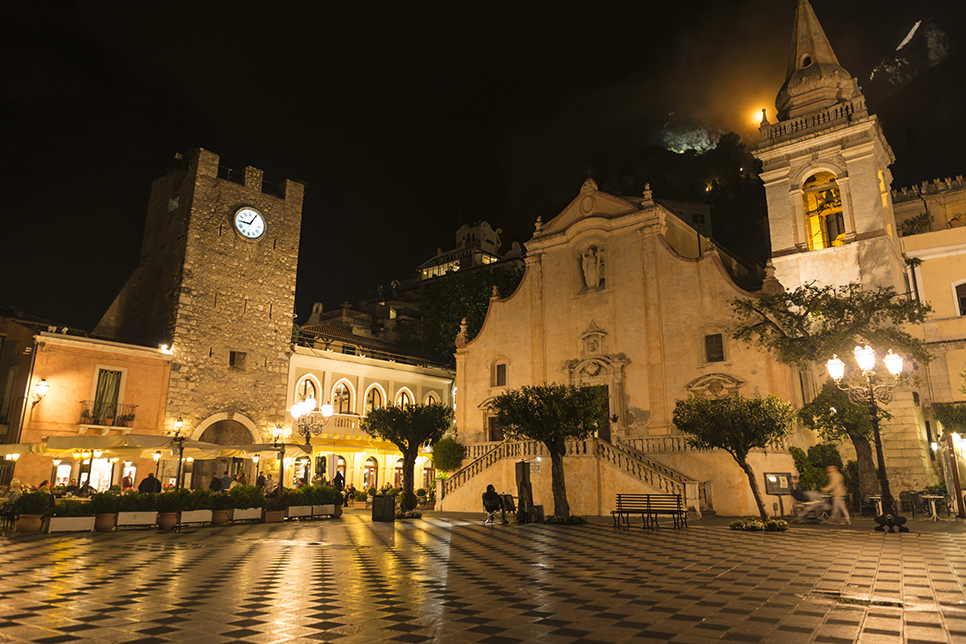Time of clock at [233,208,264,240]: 9:05
